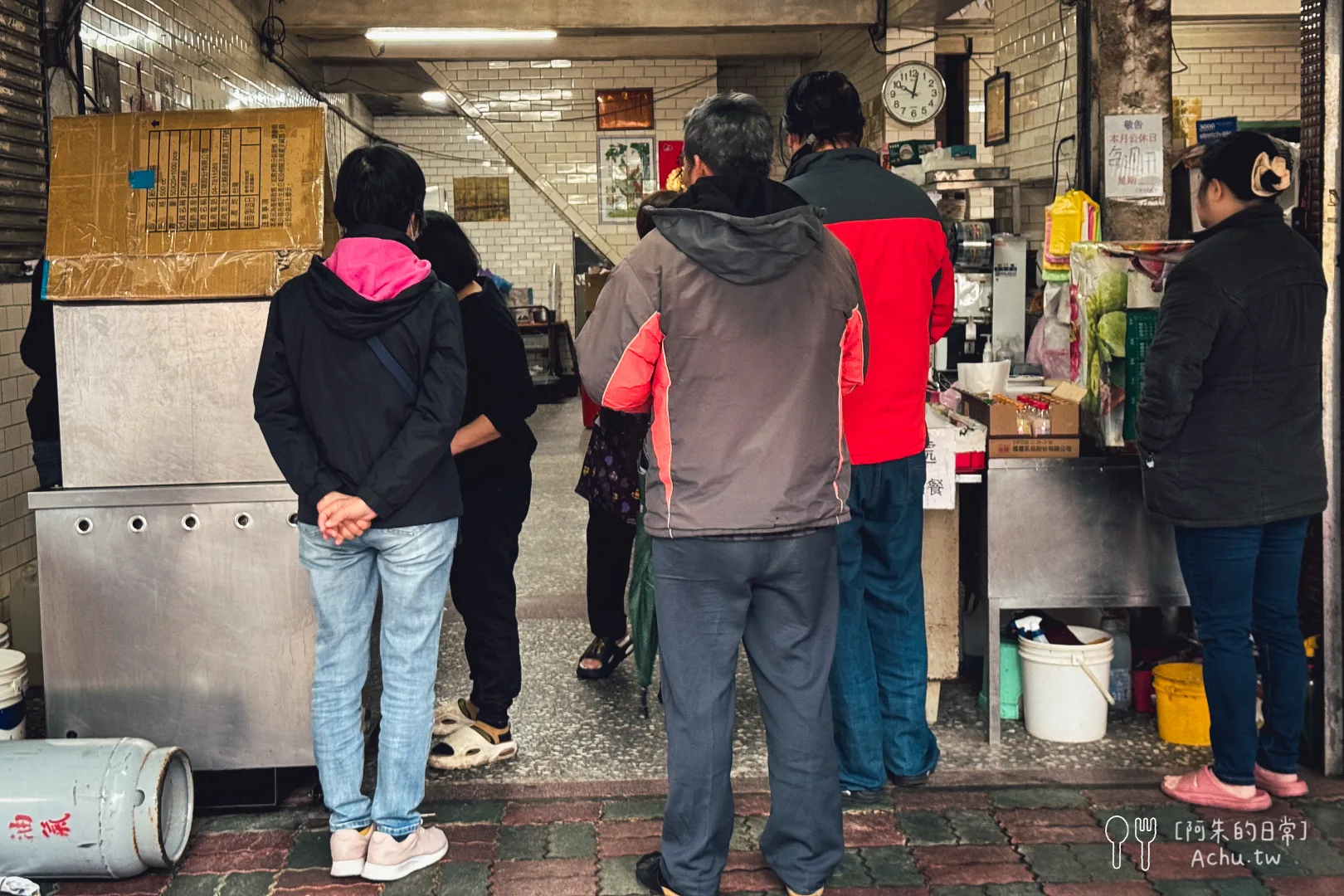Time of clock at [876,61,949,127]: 10:02
